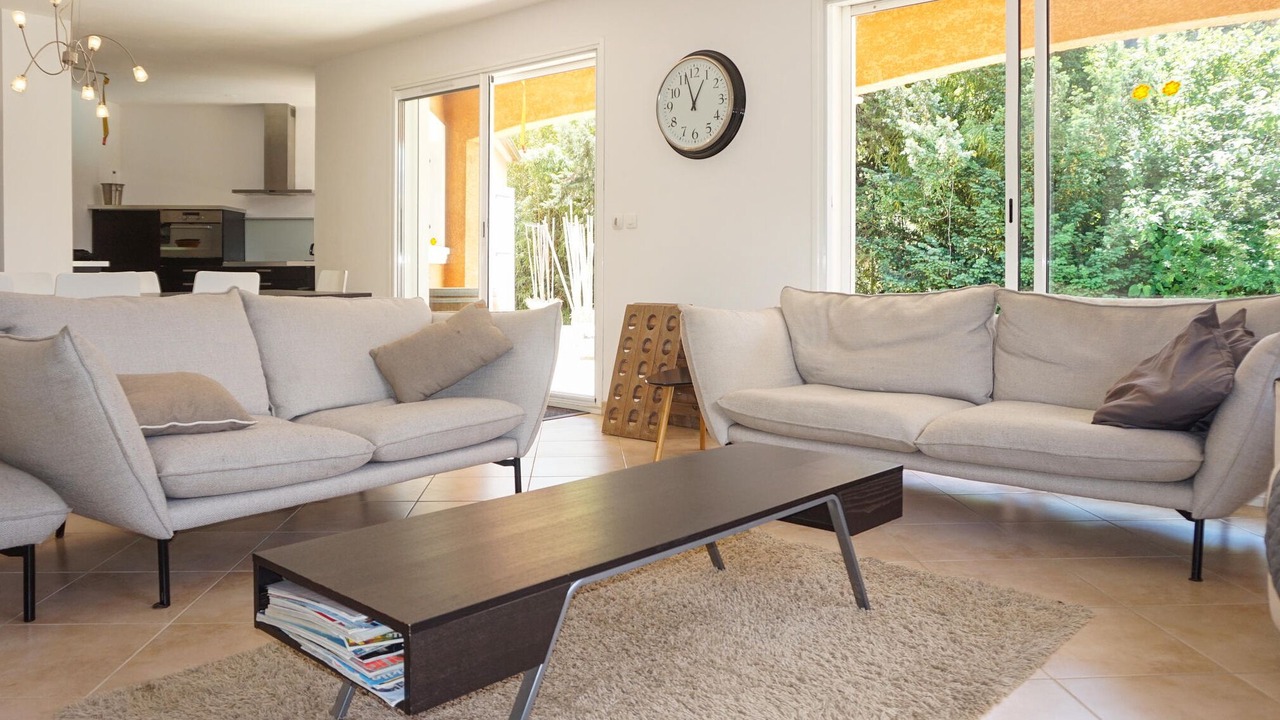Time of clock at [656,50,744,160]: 12:57
